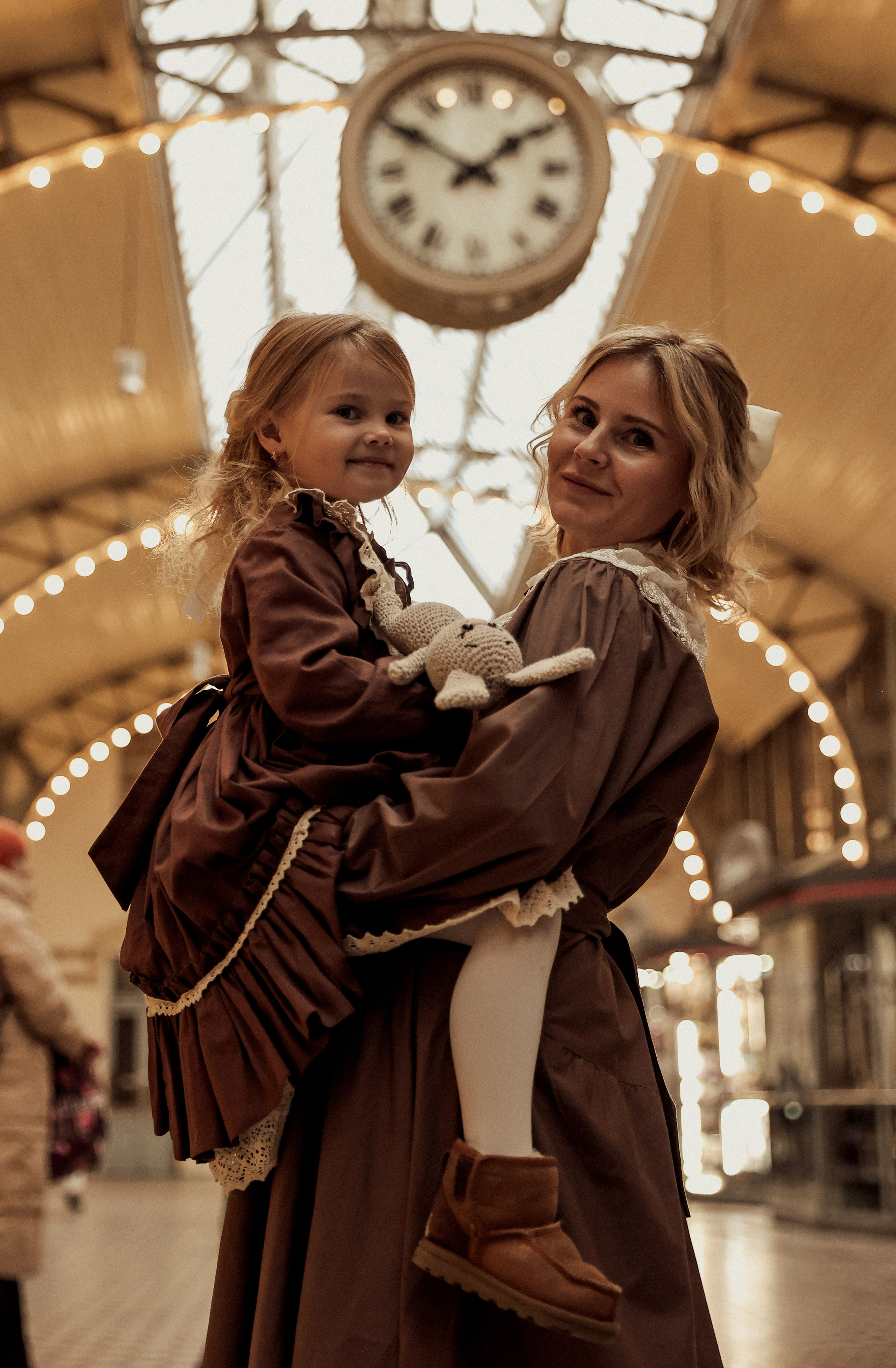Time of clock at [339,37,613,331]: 1:50
